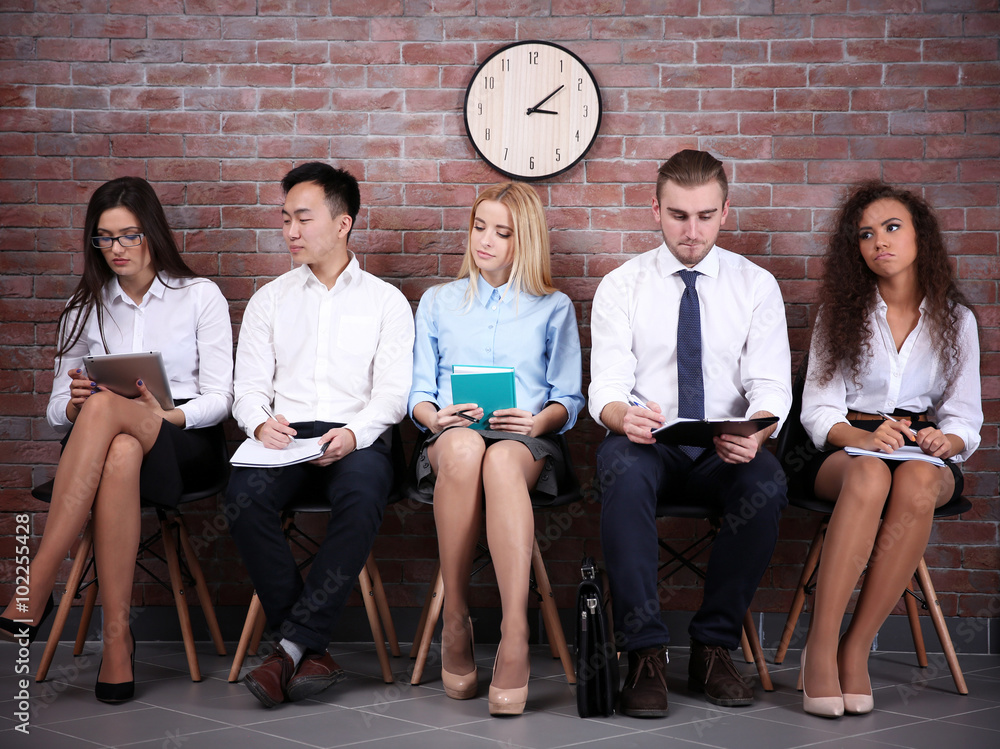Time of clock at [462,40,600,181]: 3:08
